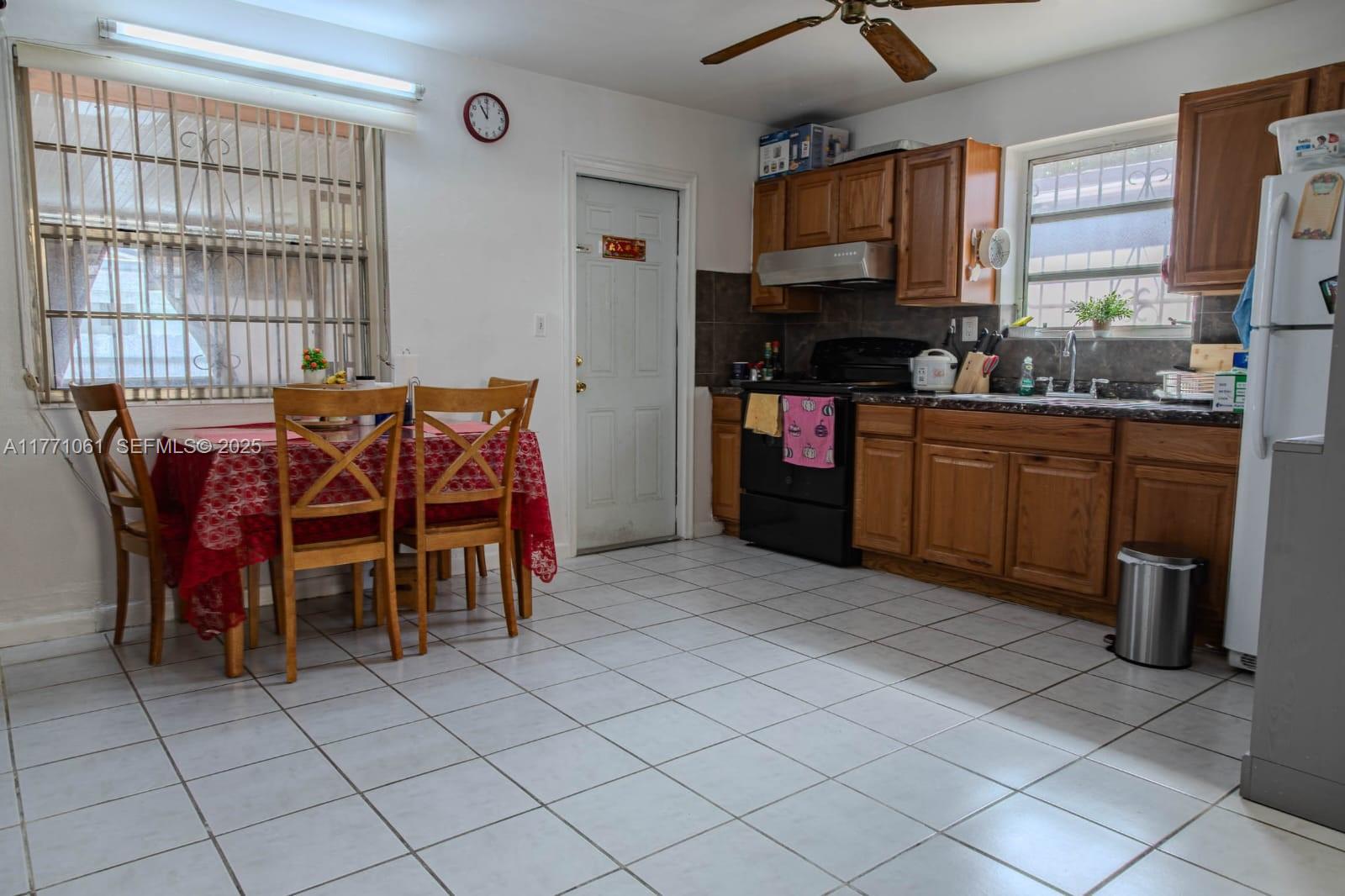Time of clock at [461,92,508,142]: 11:00
